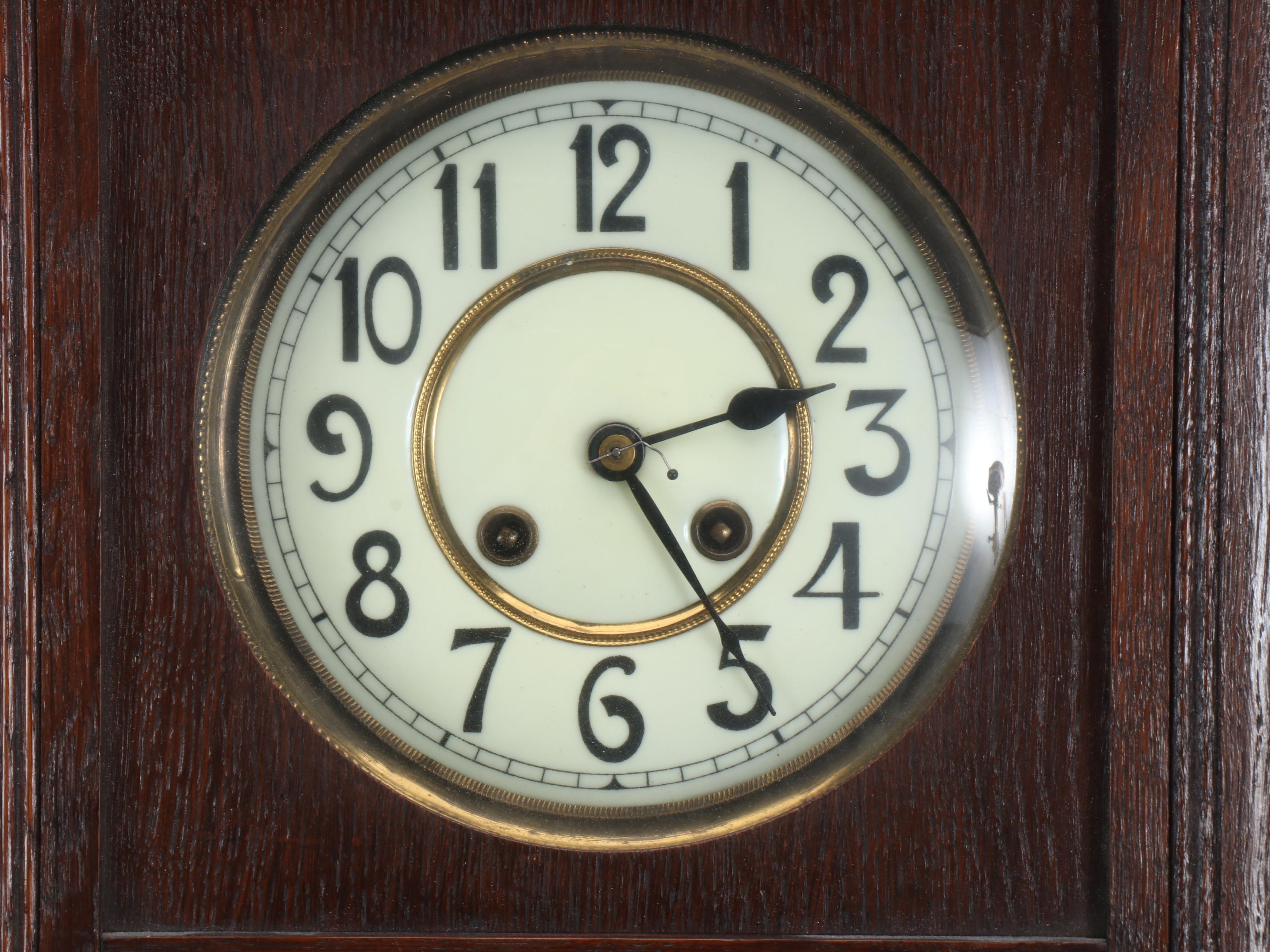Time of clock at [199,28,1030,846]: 2:24
